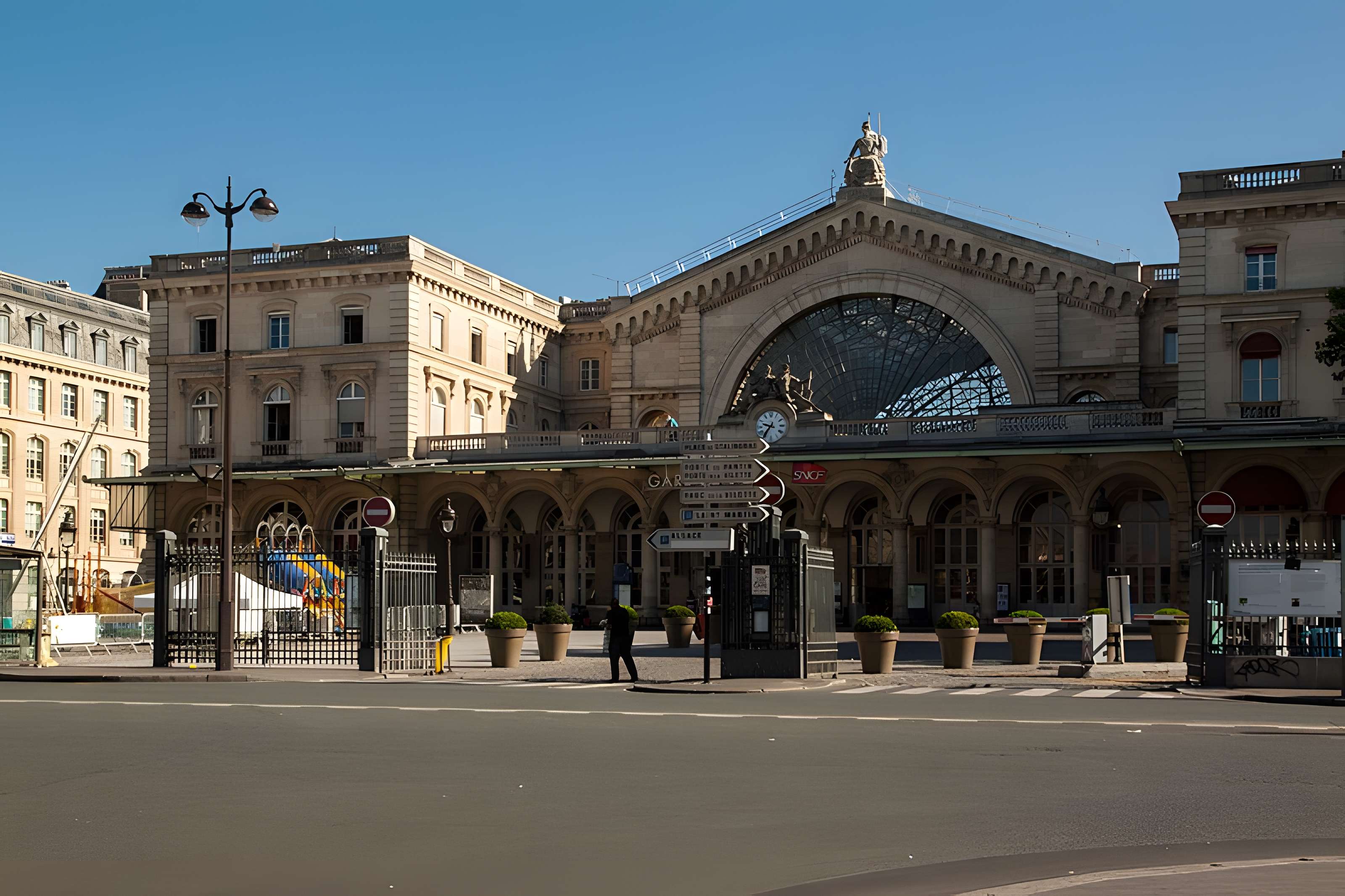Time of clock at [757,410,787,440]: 9:36
